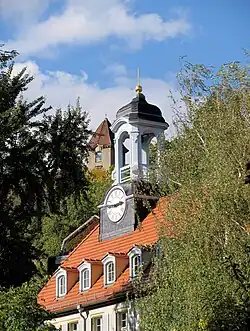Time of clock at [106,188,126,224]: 2:46
